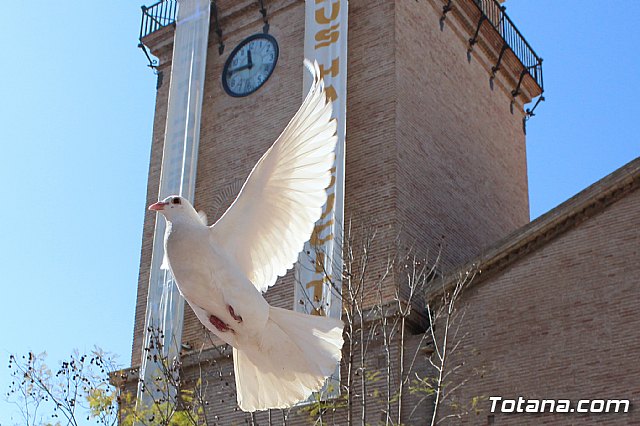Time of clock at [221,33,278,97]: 11:46
